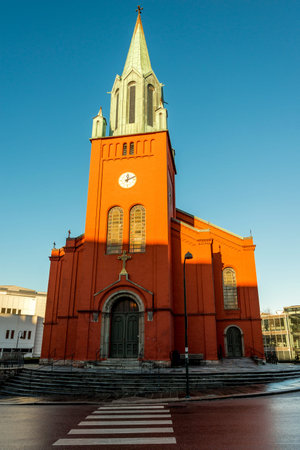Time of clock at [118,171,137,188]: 12:11
